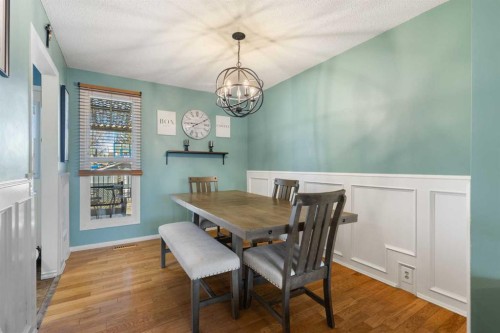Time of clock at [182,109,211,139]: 9:10
